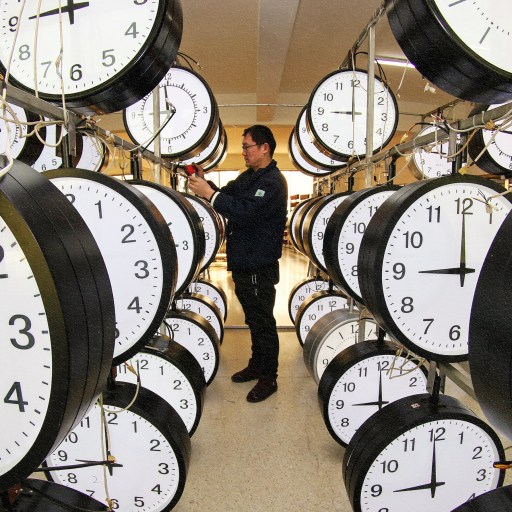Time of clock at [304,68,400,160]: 9:00
